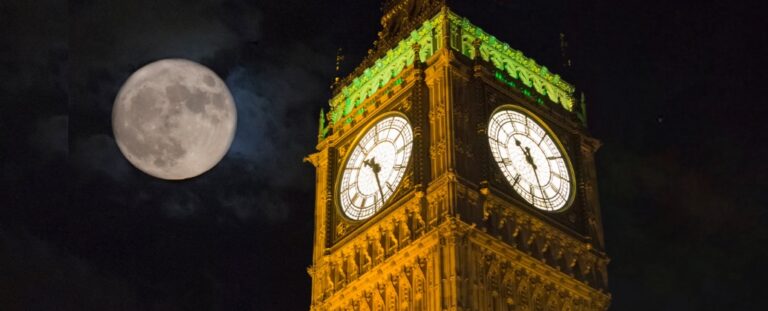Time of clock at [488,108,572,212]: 10:26
